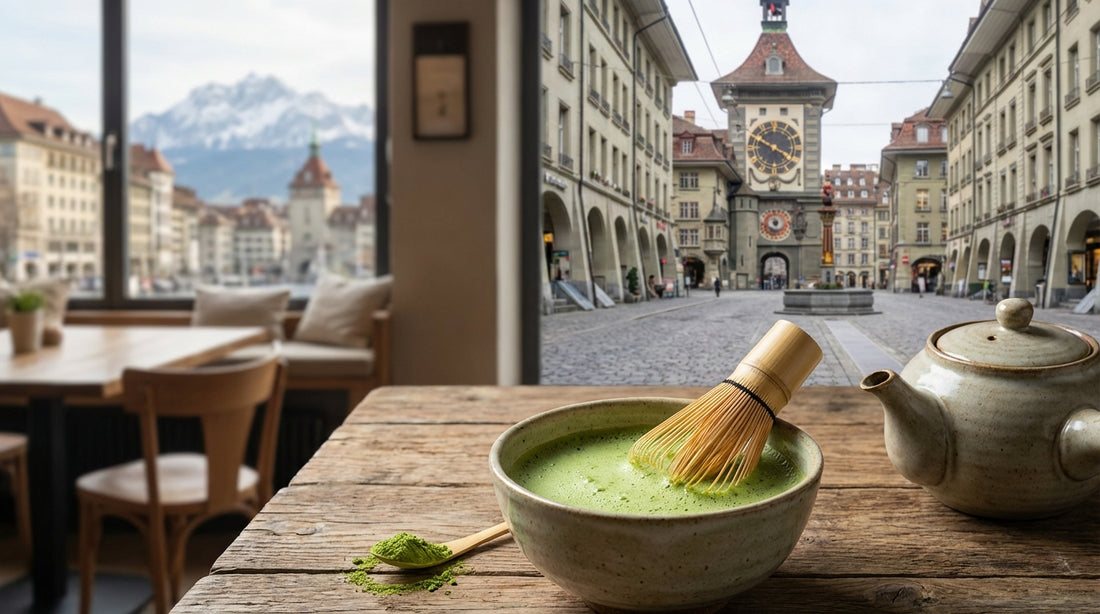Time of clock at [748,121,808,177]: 3:48
